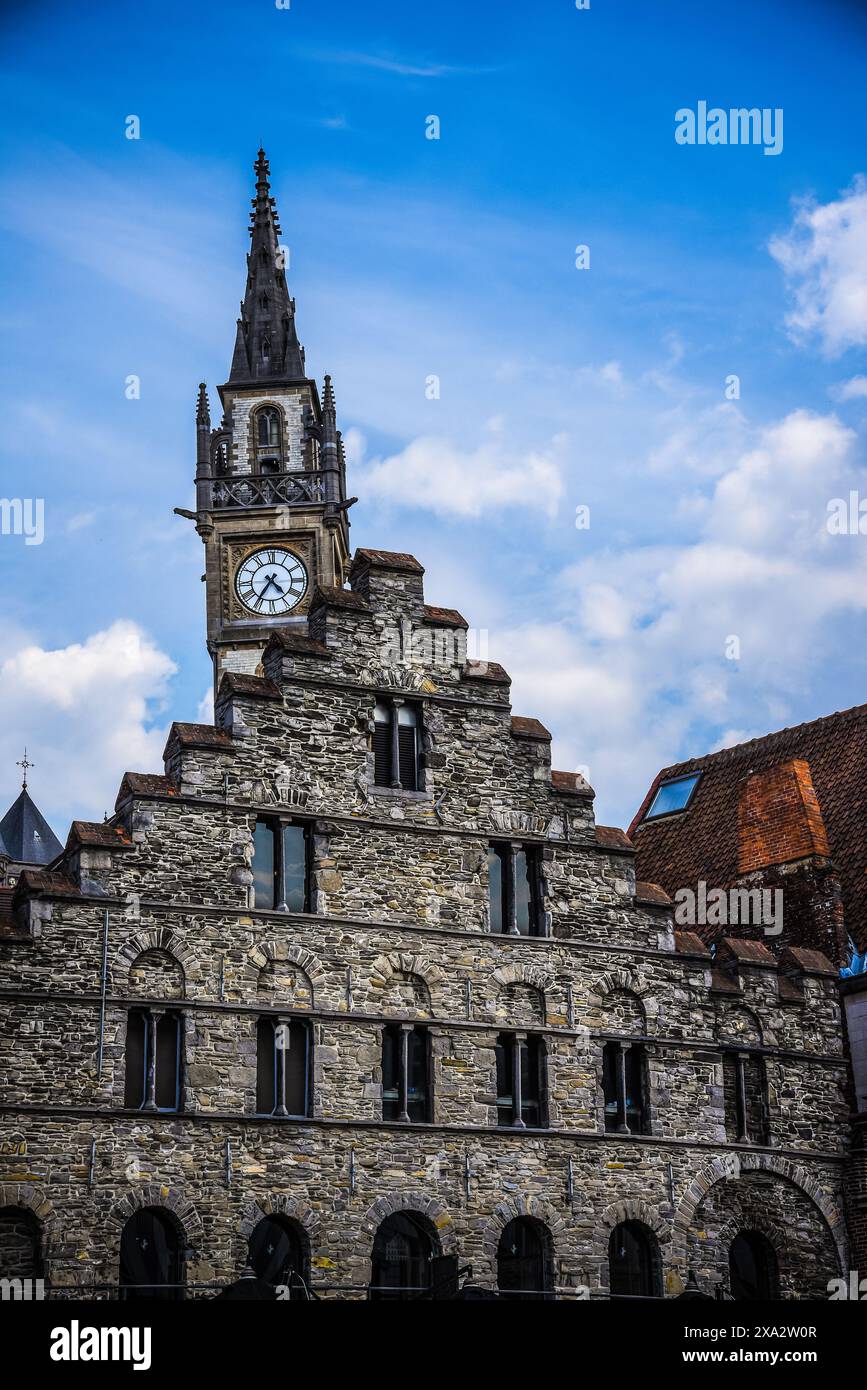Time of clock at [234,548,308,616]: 4:35
